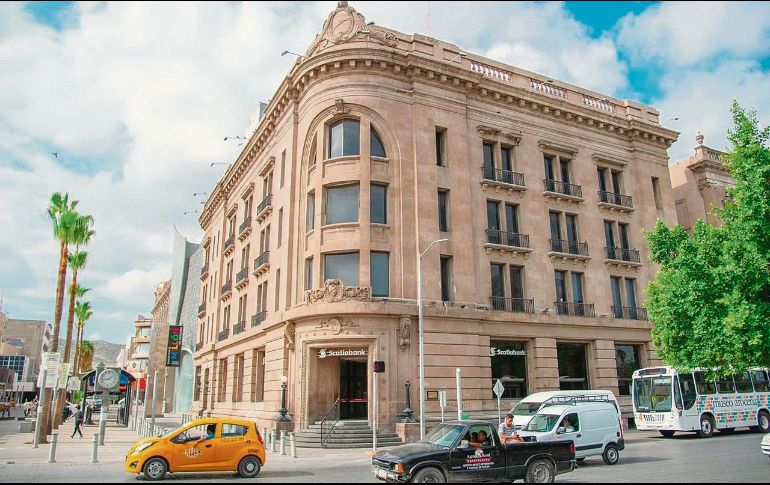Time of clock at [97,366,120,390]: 1:43
